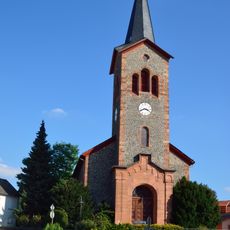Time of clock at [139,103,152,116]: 3:41
